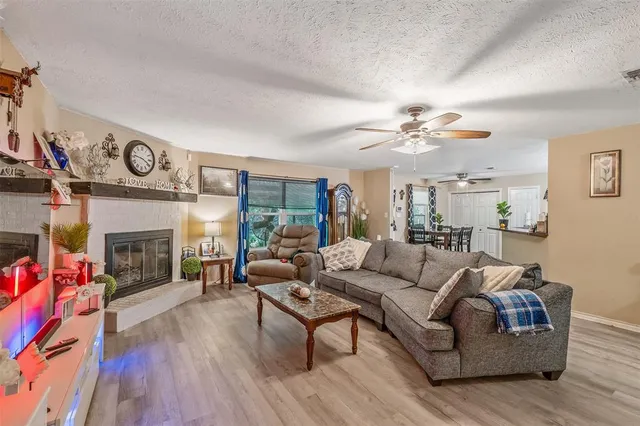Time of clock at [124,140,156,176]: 3:46
